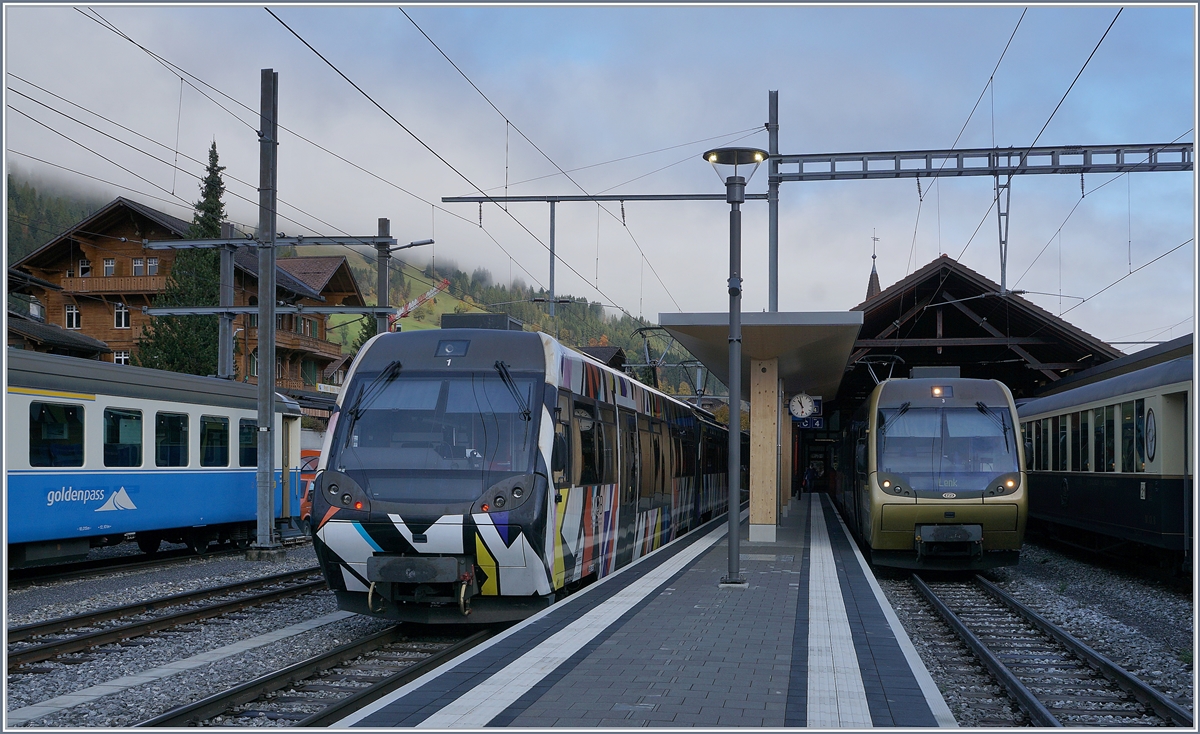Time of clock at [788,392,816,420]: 10:58
